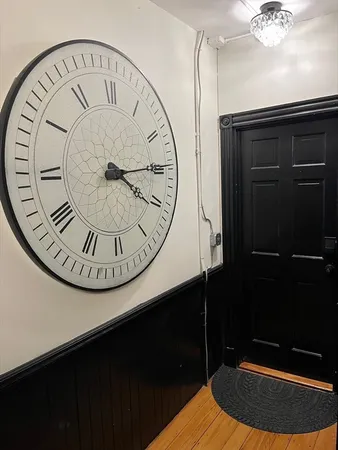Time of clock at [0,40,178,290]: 4:14
